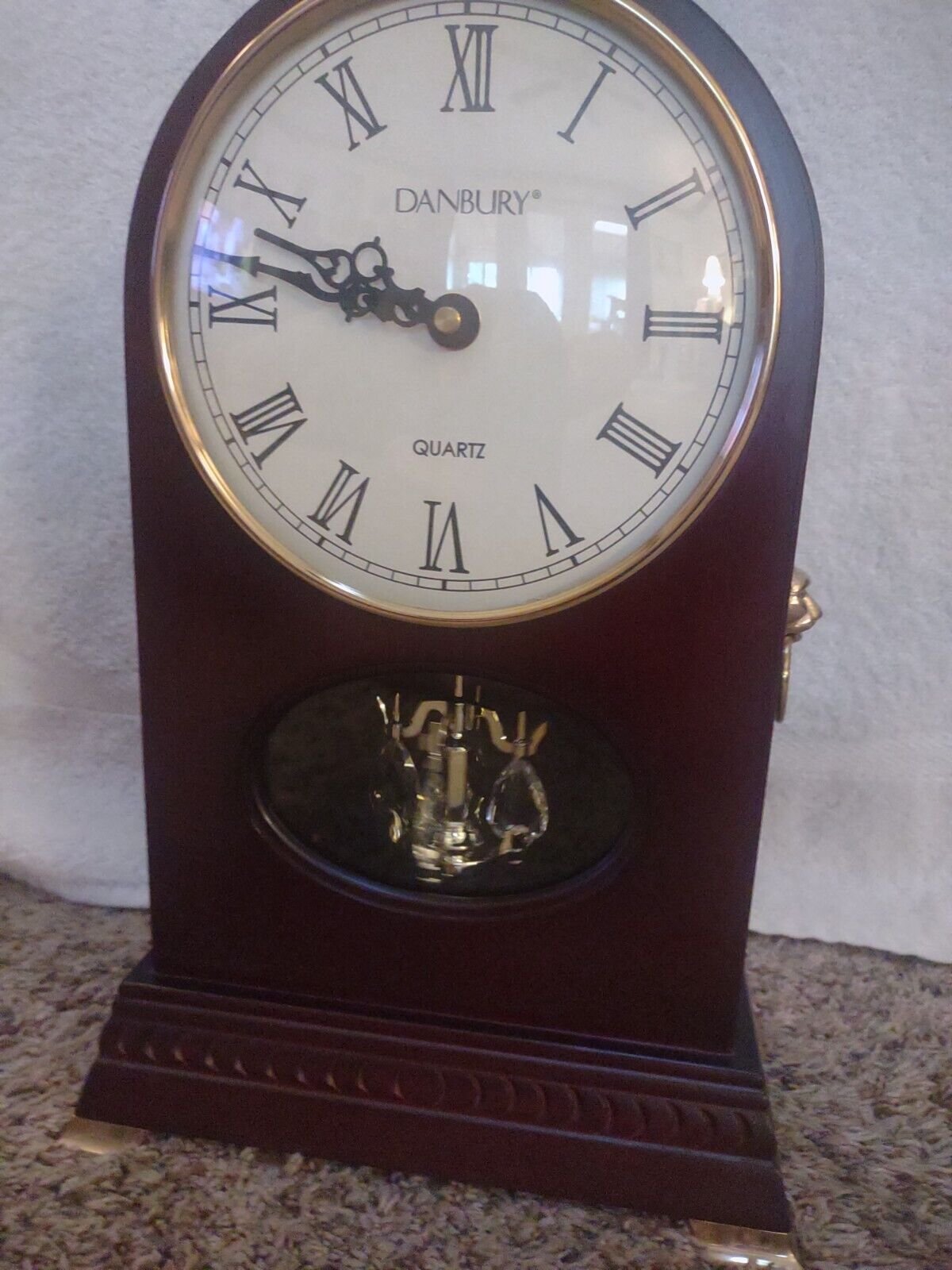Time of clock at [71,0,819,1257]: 9:47
